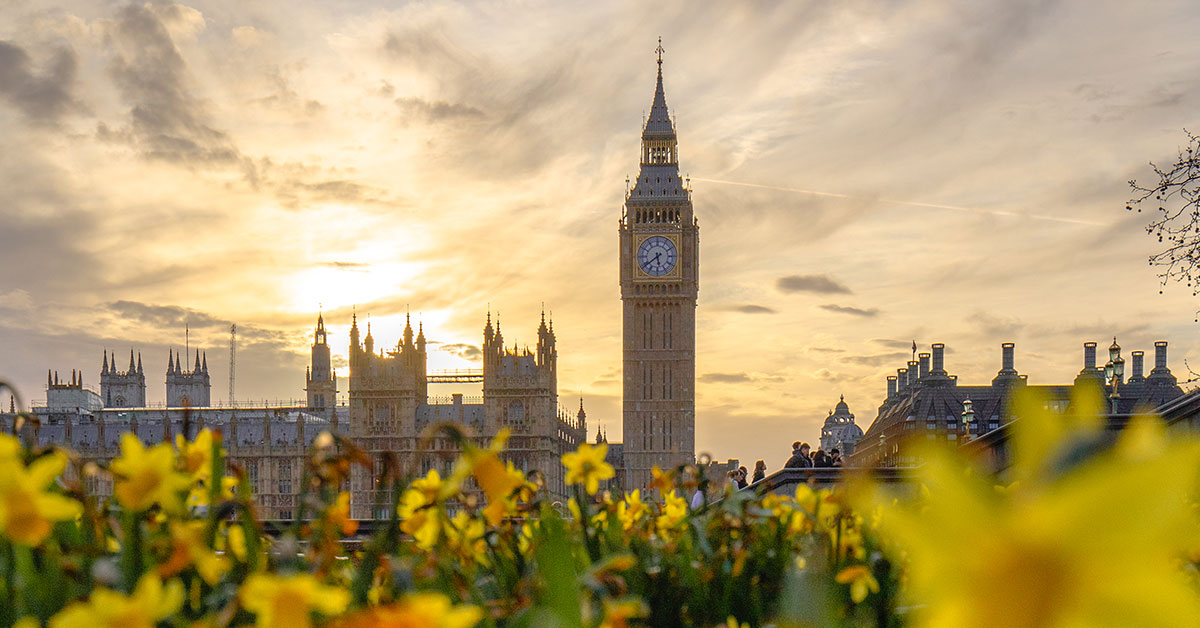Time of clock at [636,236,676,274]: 5:38
